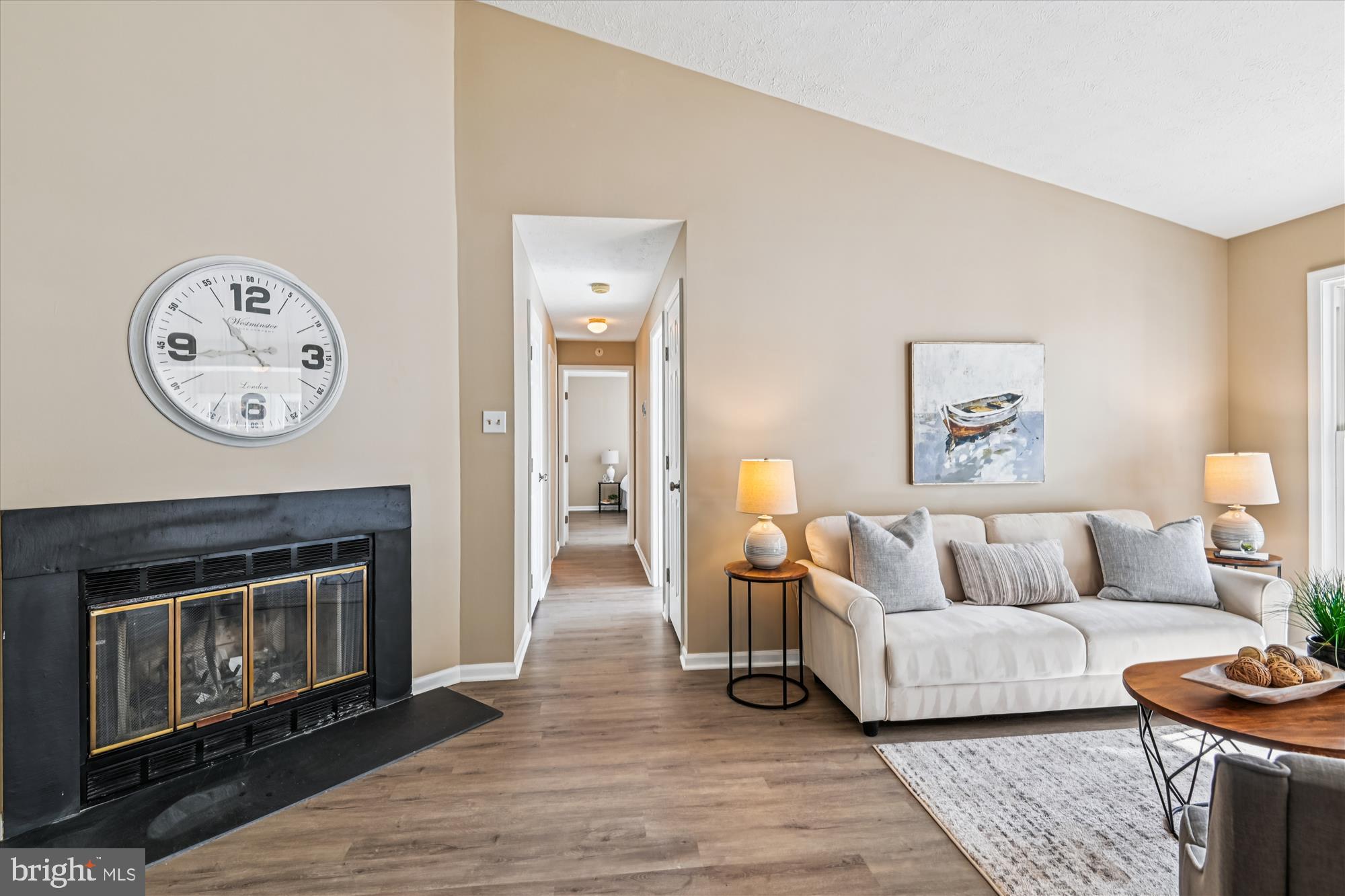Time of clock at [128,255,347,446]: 10:43
